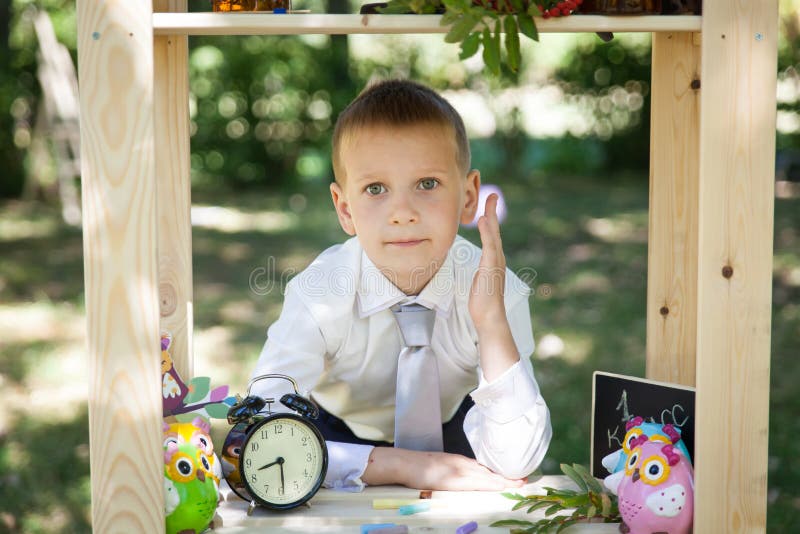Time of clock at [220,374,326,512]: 8:29
